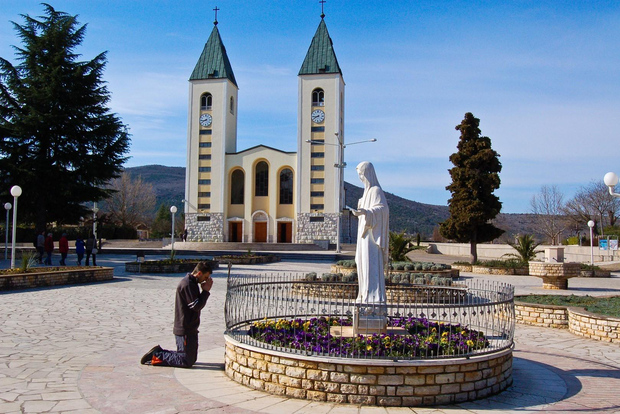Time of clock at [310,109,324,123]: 8:40
